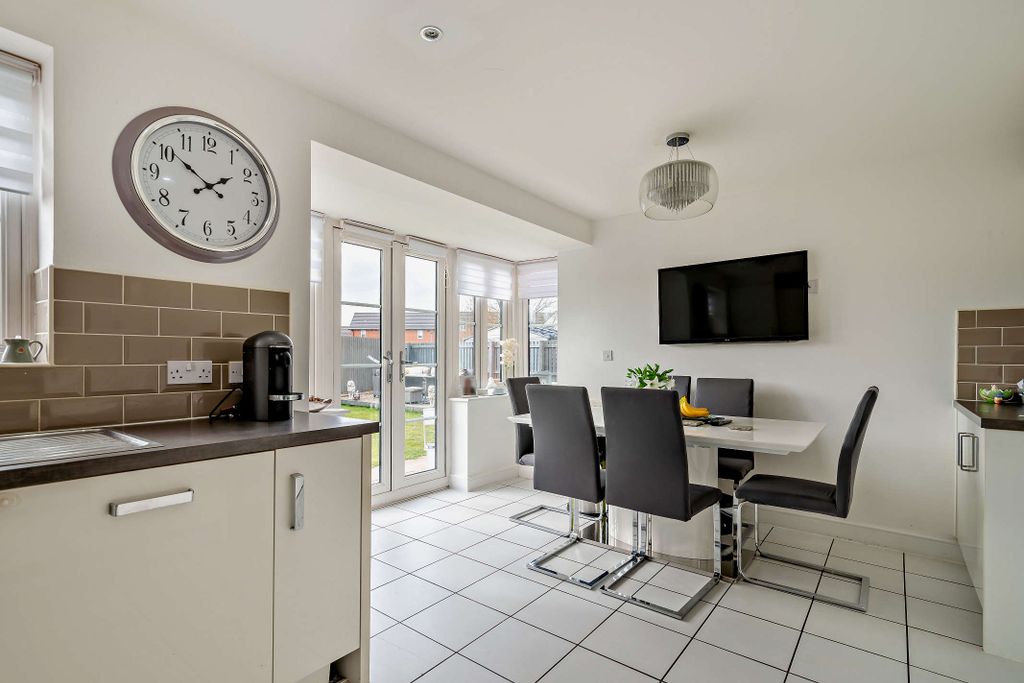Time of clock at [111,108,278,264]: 1:50
